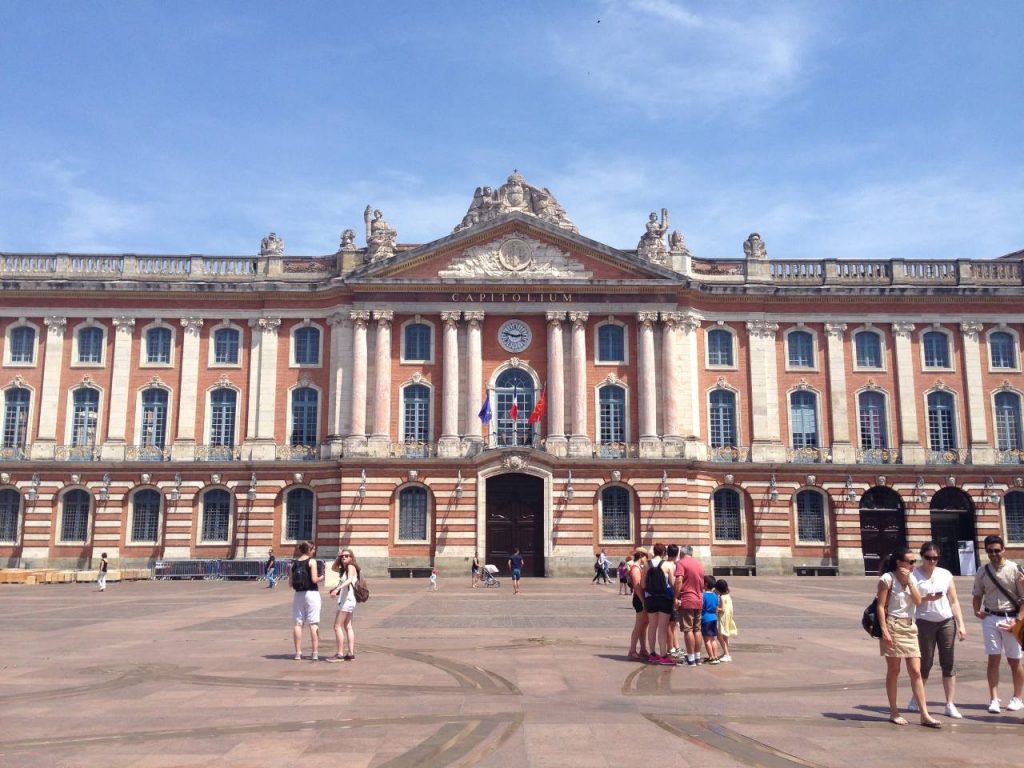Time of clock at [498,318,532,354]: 2:46
